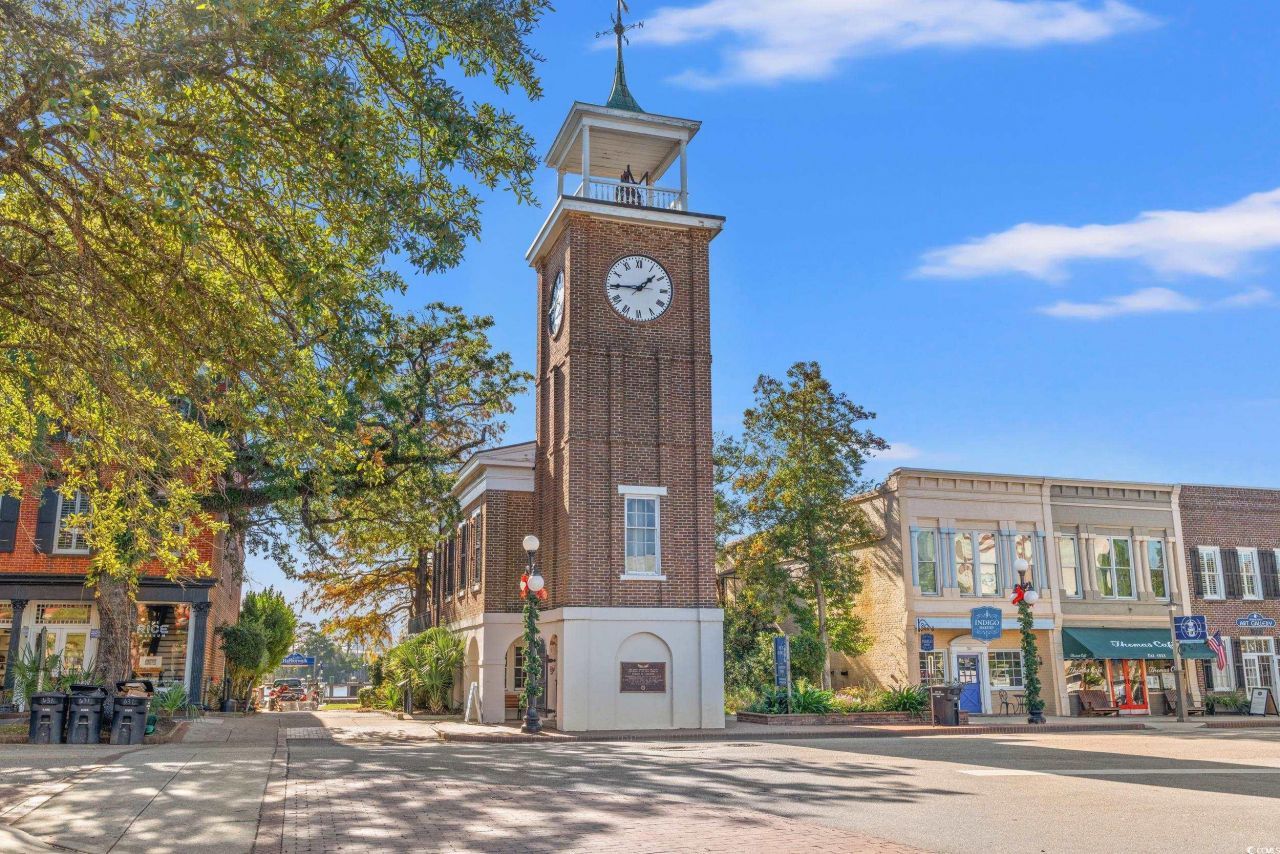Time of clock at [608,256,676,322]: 1:45
